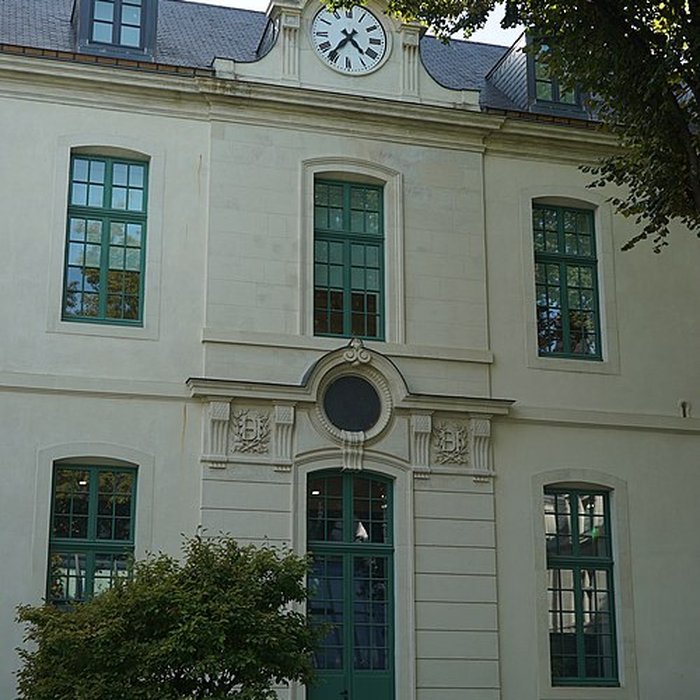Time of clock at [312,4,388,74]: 4:36
